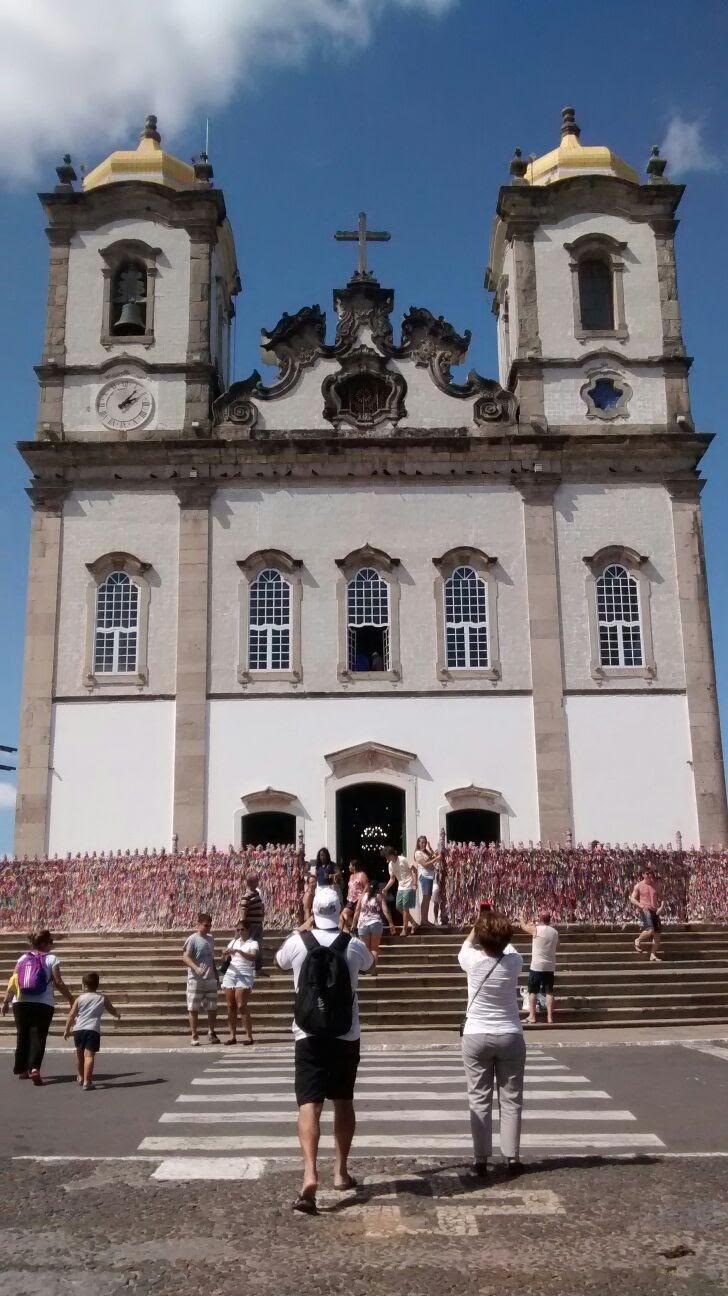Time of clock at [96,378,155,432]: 2:06
